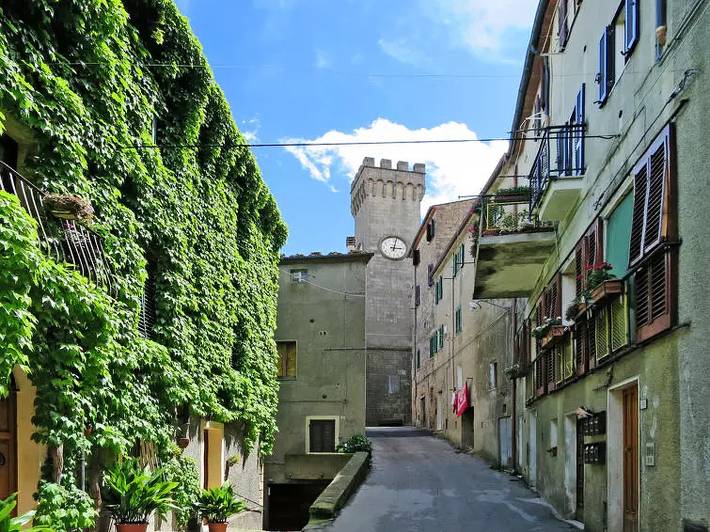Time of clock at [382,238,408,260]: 3:02
